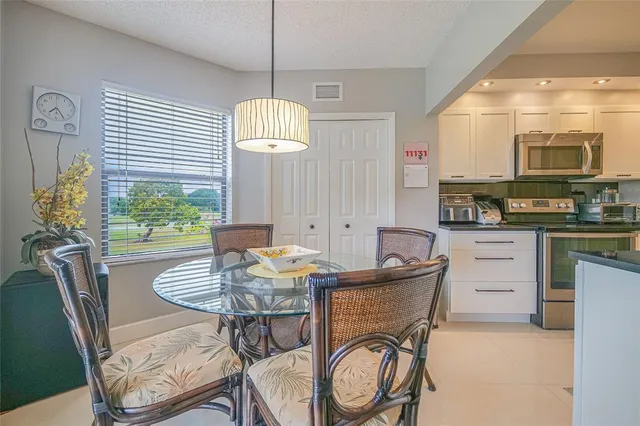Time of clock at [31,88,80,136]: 7:24
